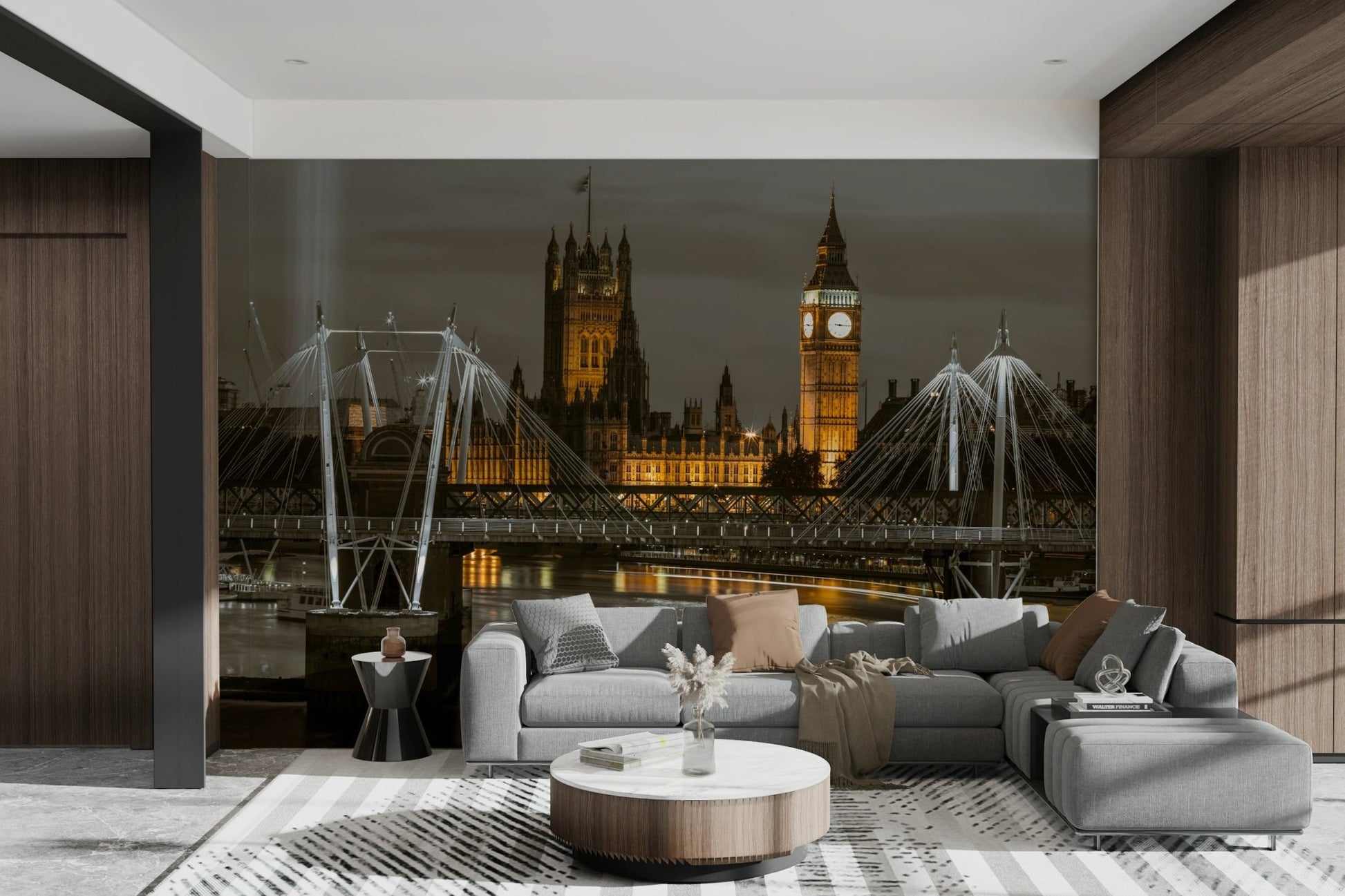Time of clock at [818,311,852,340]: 9:15
